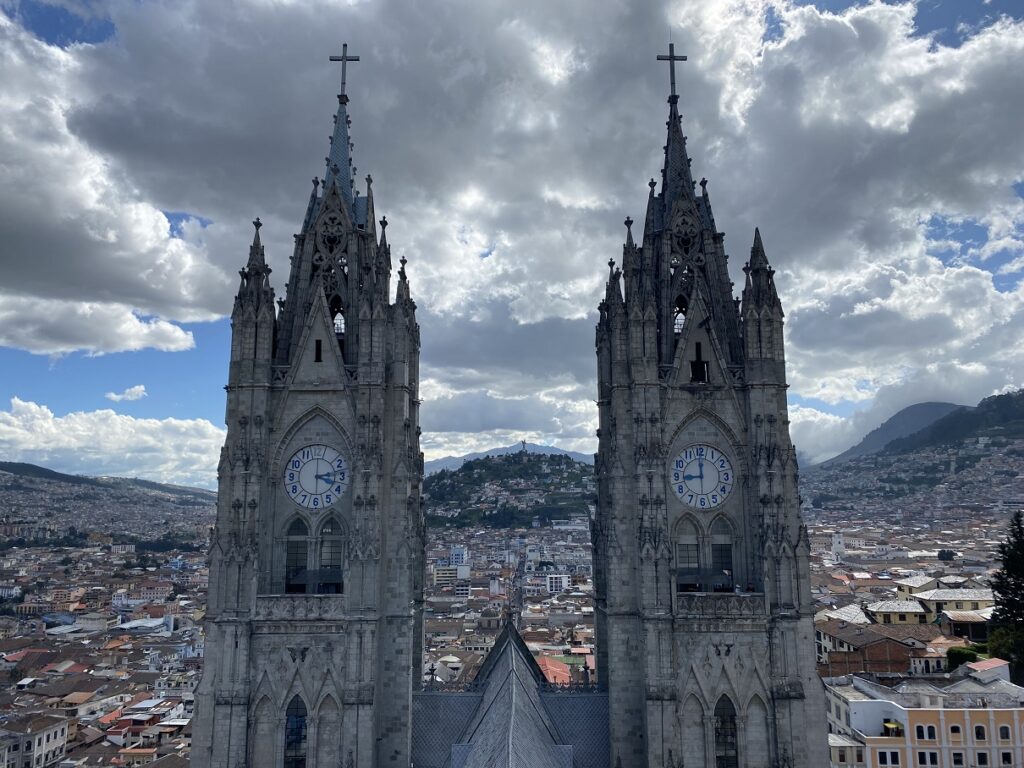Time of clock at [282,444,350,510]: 3:13
